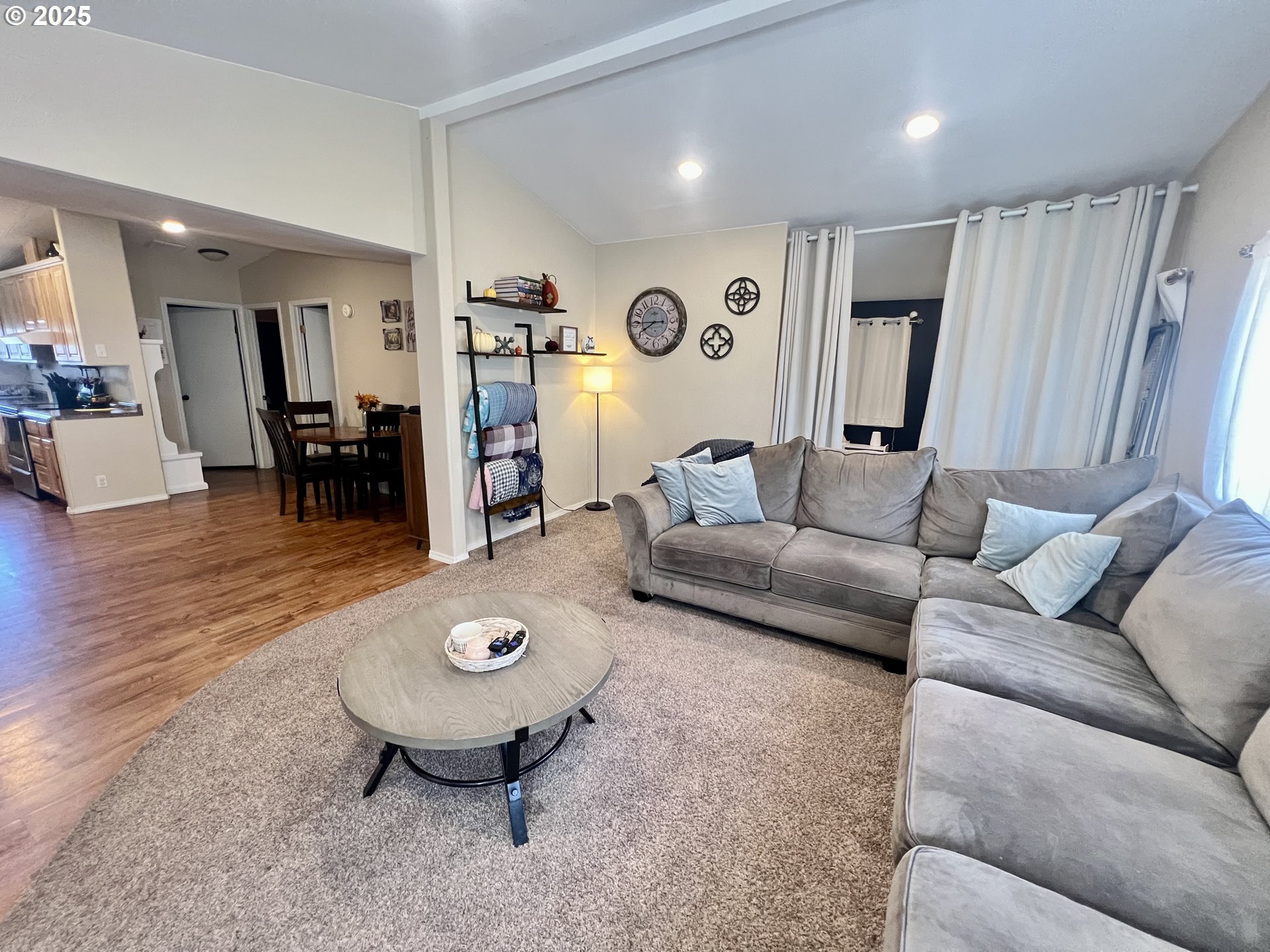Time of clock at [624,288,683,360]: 2:40
